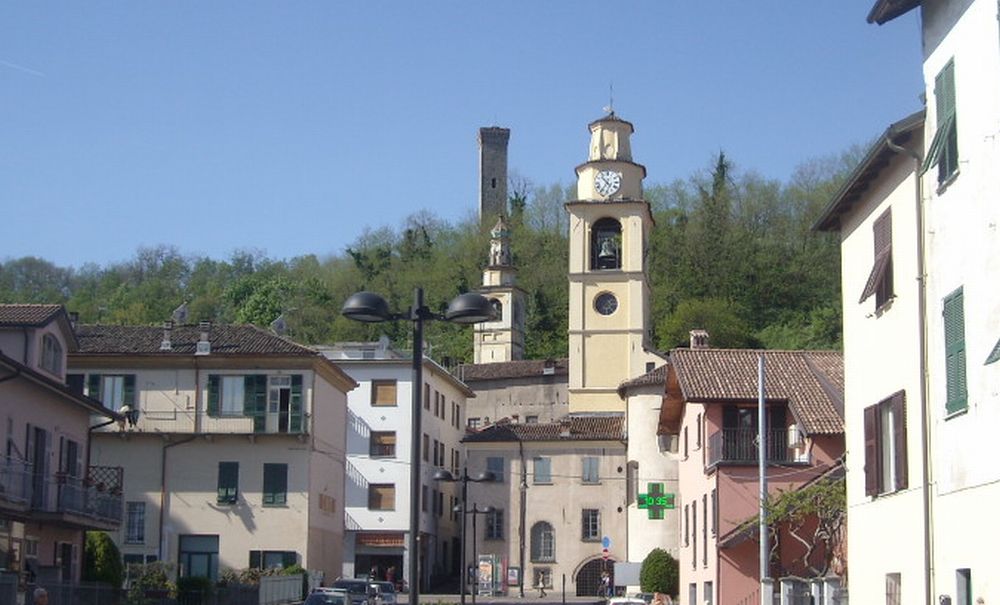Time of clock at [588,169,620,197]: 4:35
